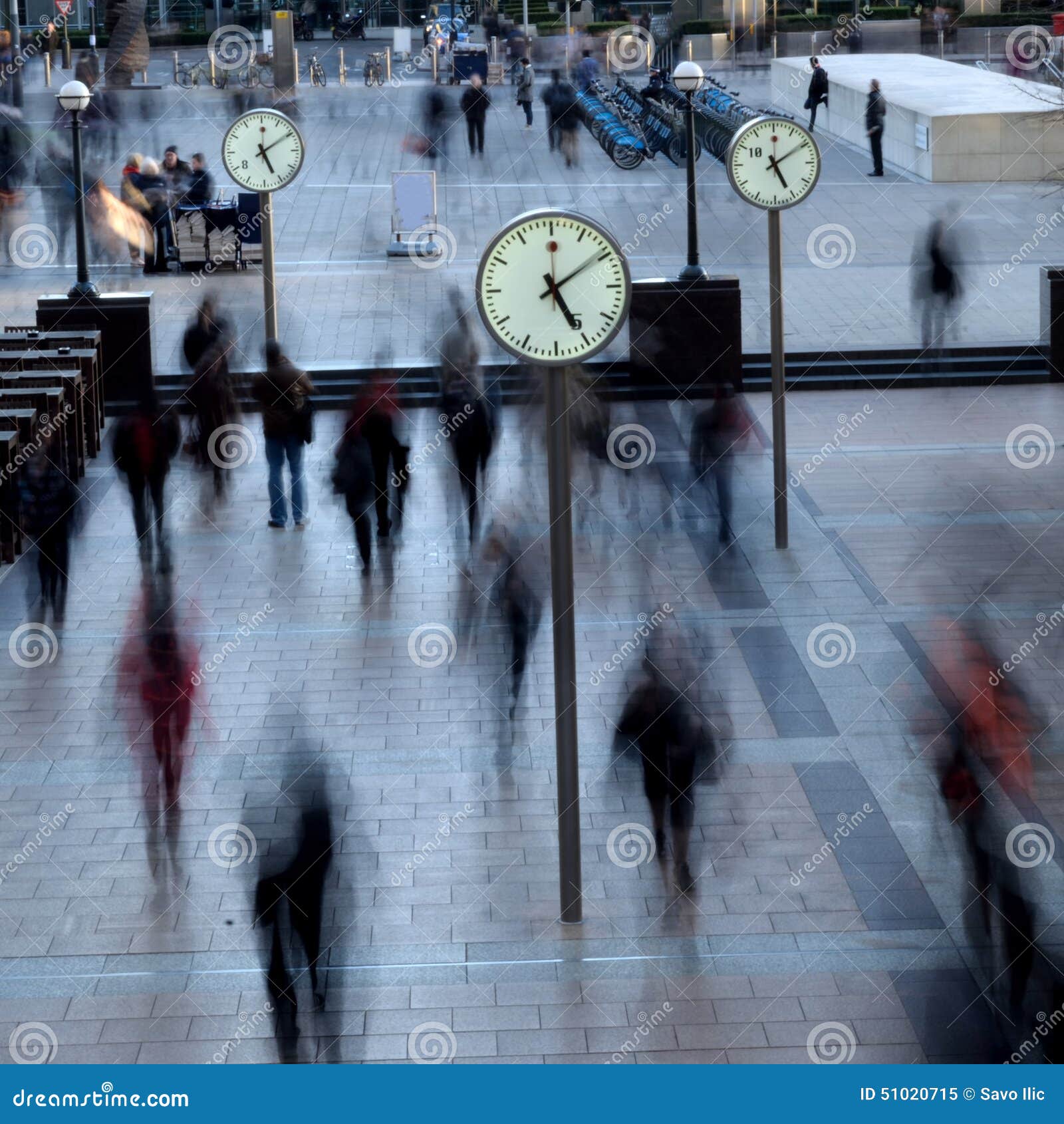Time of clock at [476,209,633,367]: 5:09
